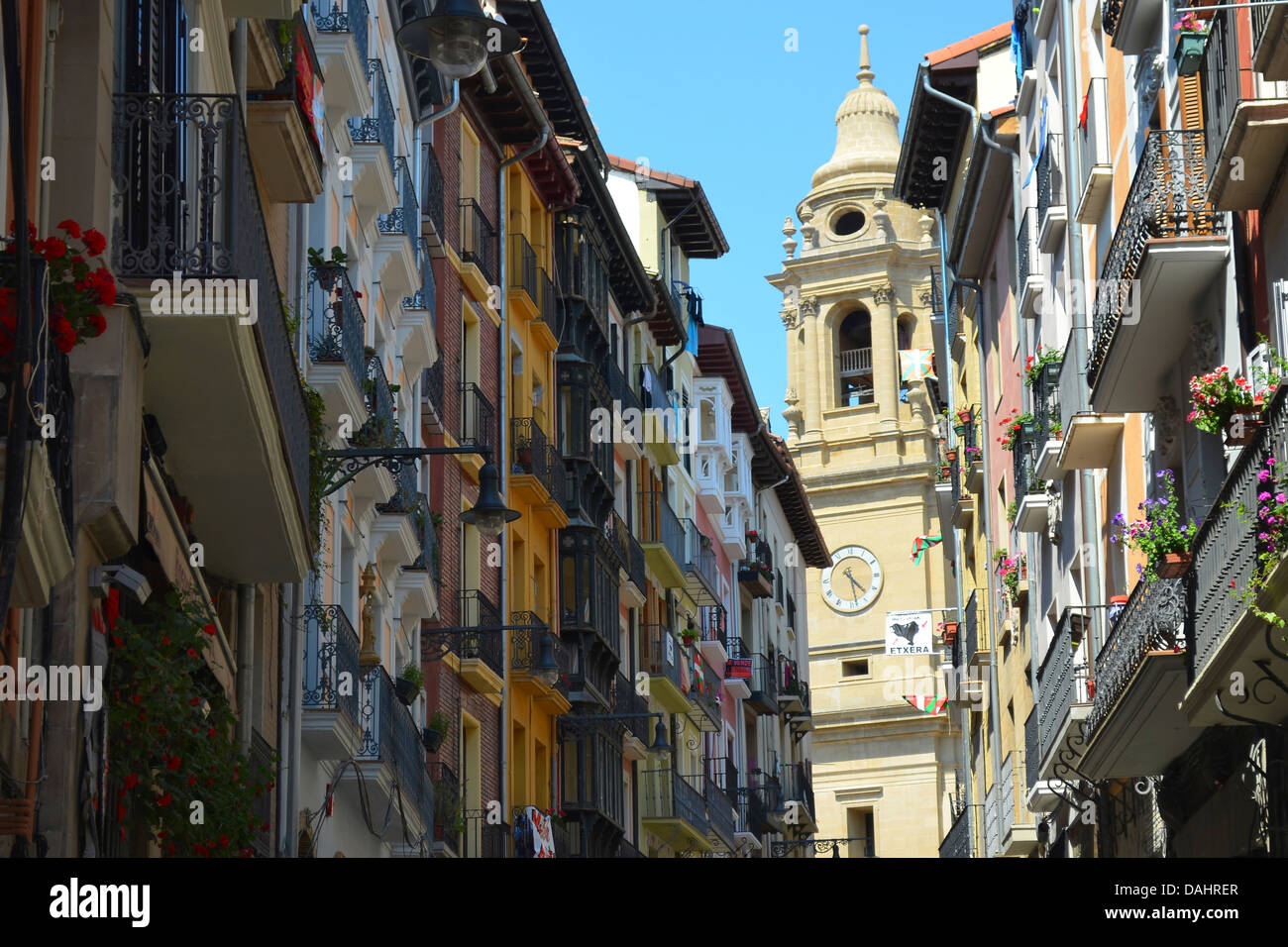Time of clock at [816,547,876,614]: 4:28
